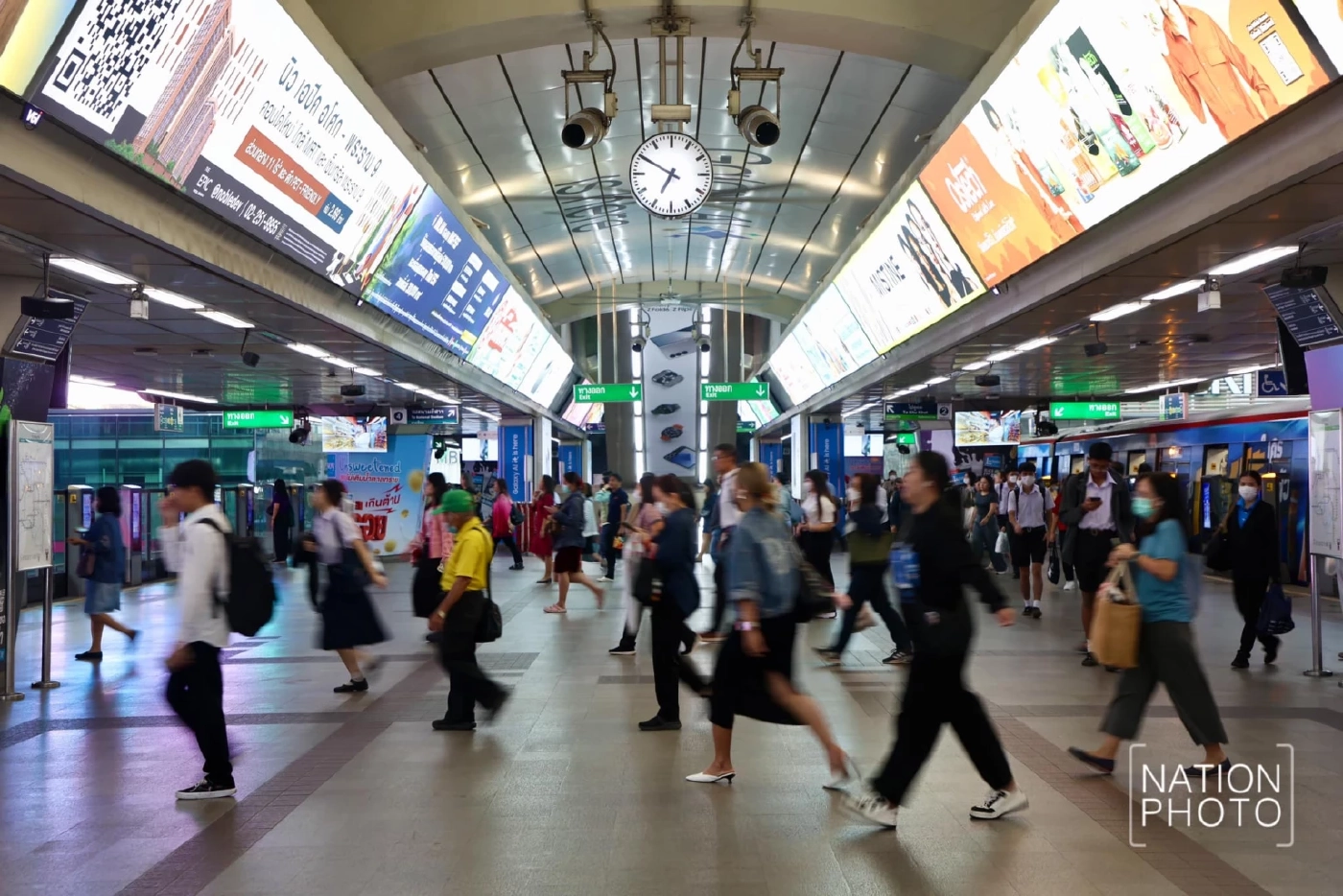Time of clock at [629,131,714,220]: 6:50
